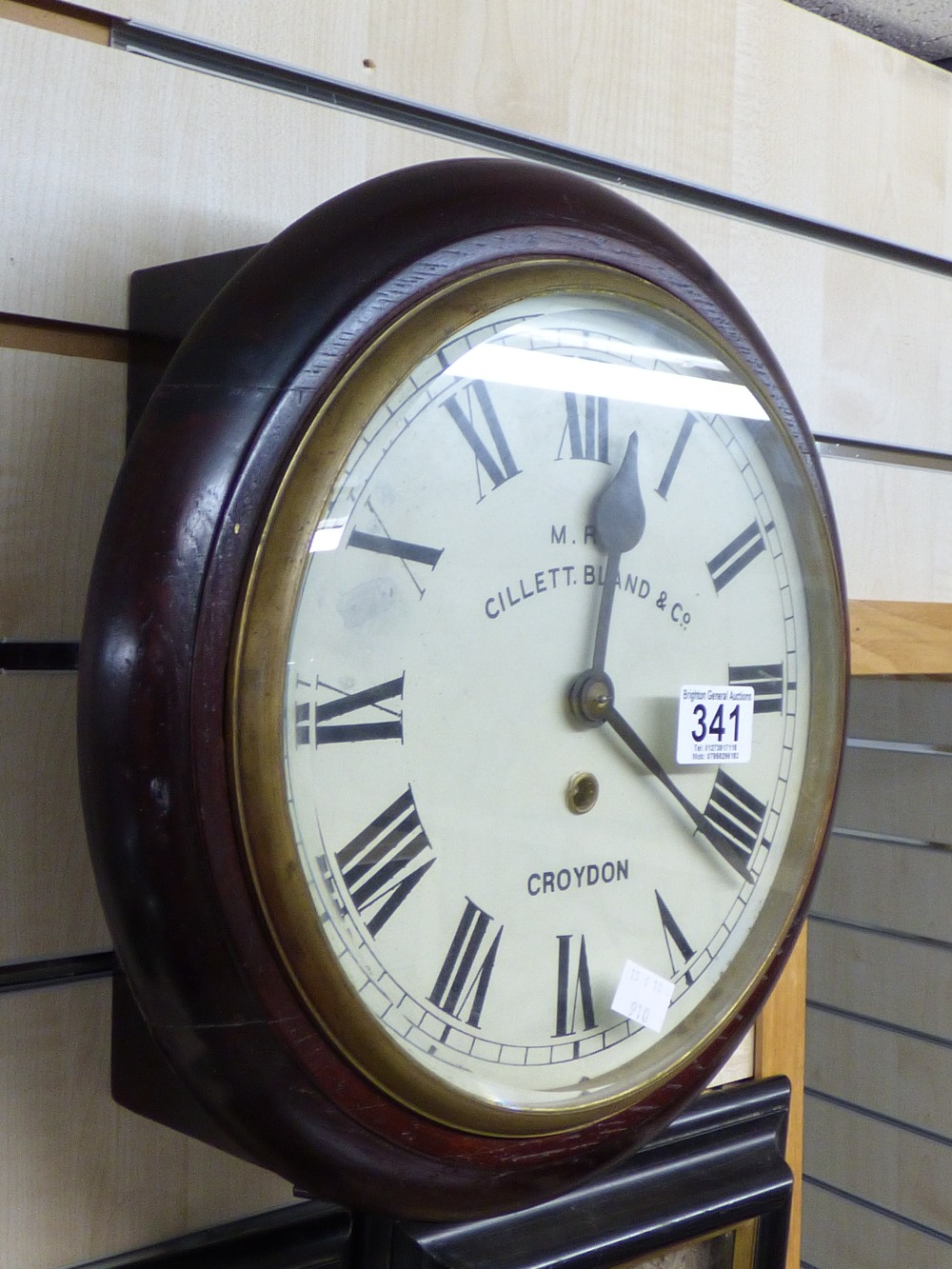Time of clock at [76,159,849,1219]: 12:21
